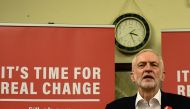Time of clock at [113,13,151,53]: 3:26
